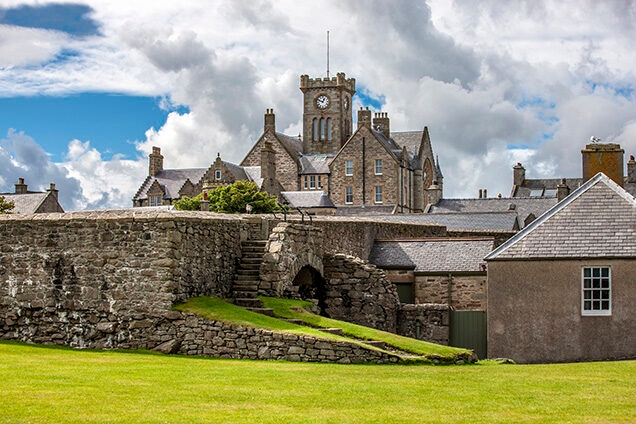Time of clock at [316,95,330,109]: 12:49
